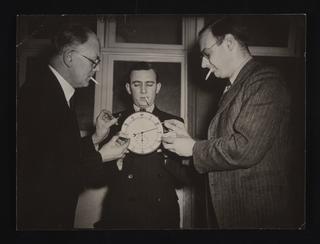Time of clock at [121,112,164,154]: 8:12
